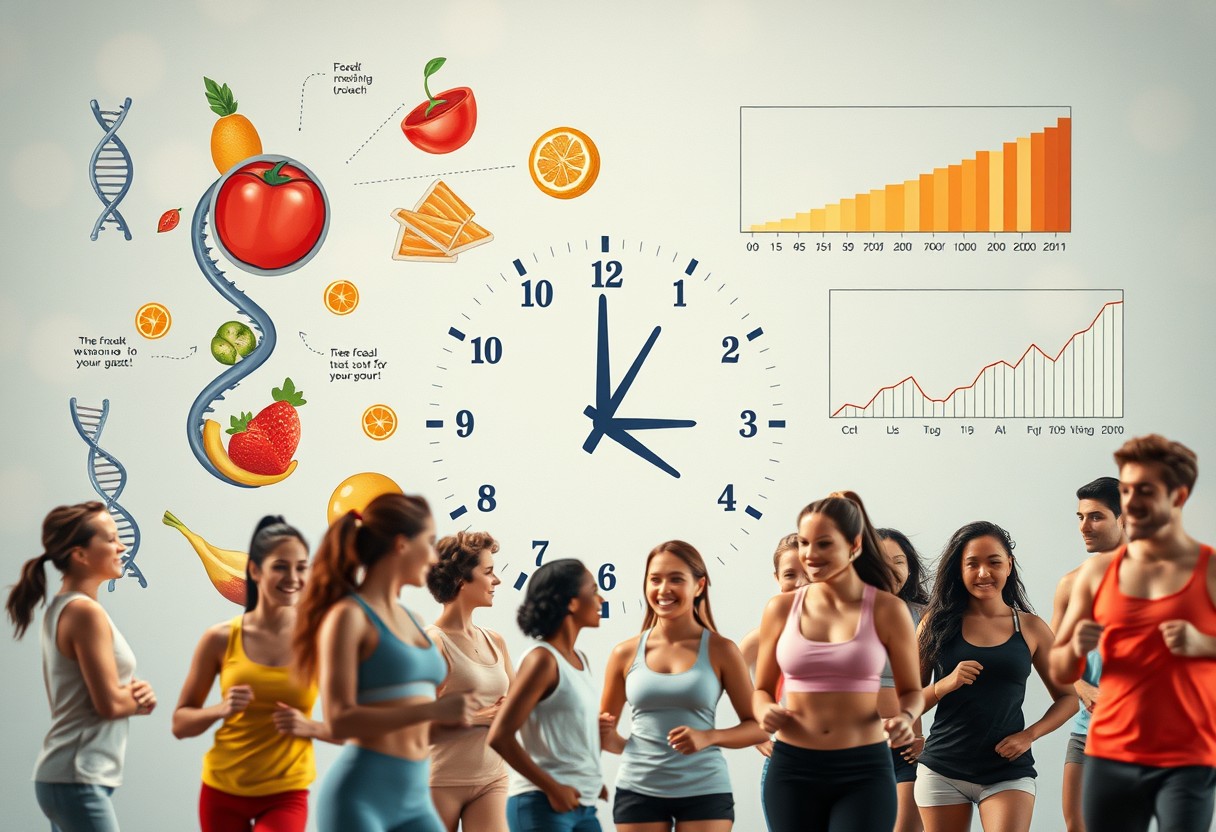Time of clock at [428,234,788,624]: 3:00
